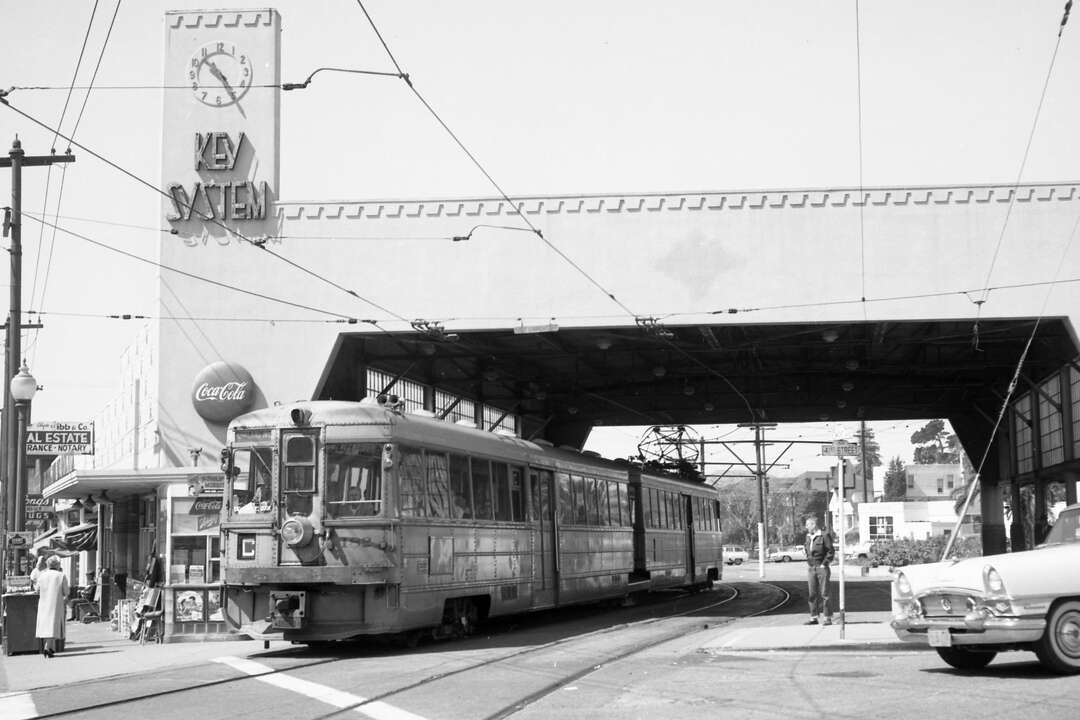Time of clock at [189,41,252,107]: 10:24
